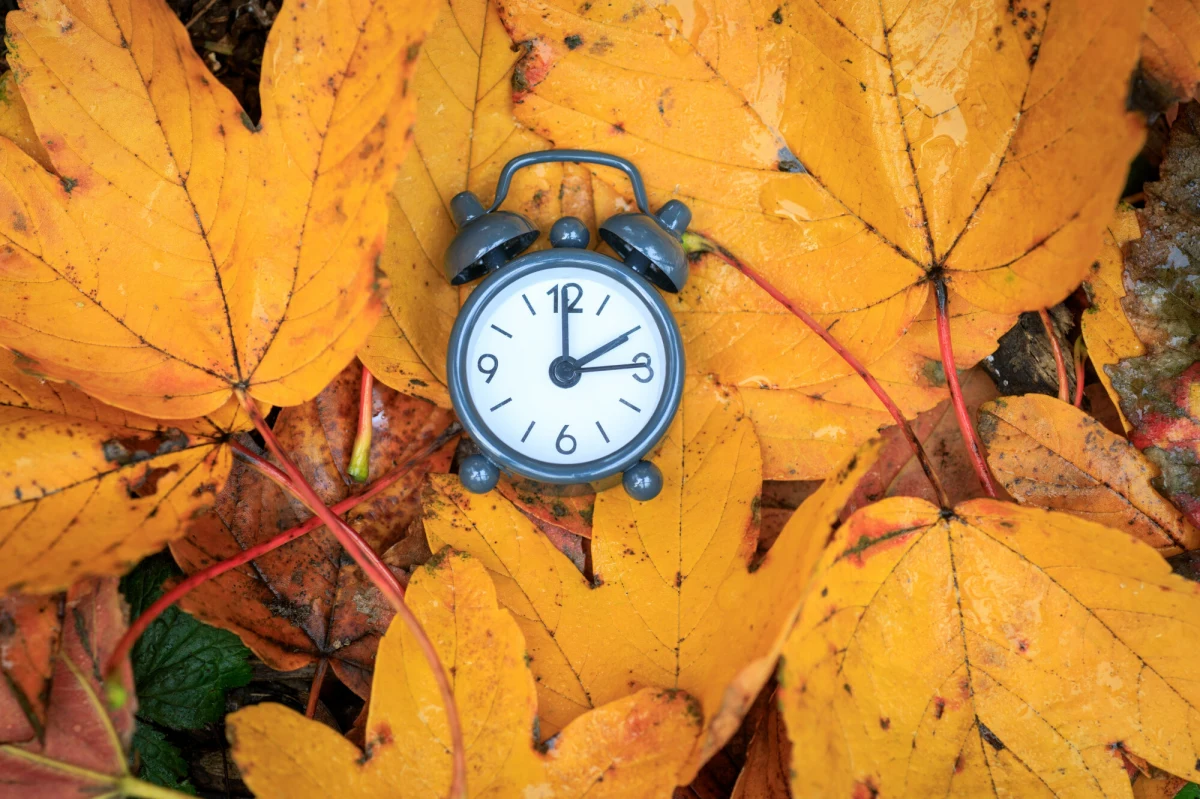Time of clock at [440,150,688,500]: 2:00
